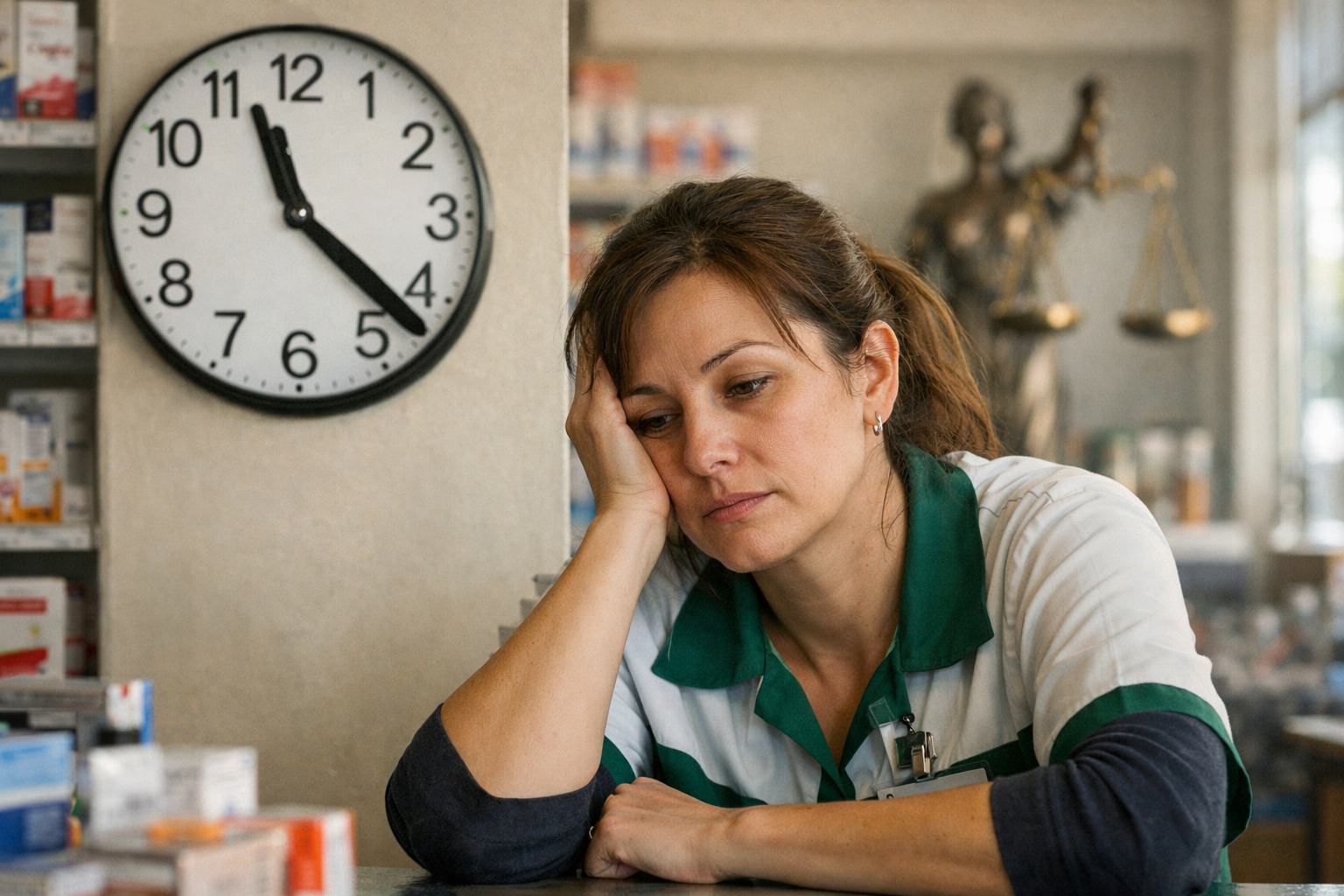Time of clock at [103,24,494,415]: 11:22
